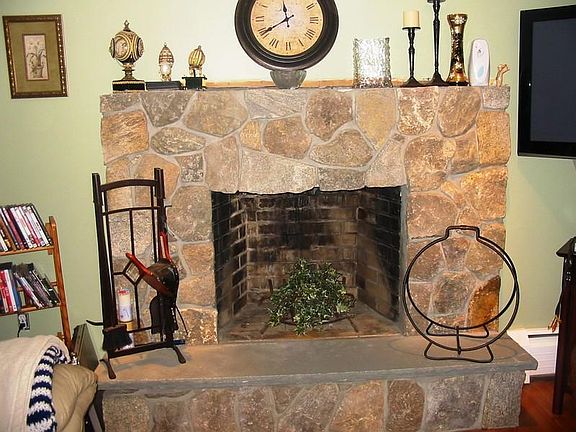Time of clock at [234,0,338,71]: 11:40
